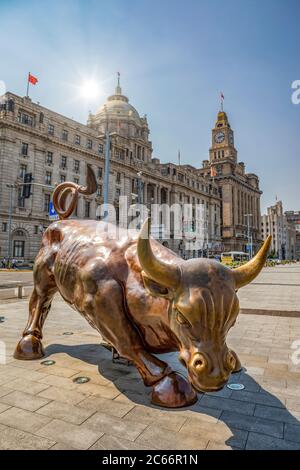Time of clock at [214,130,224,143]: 2:12
